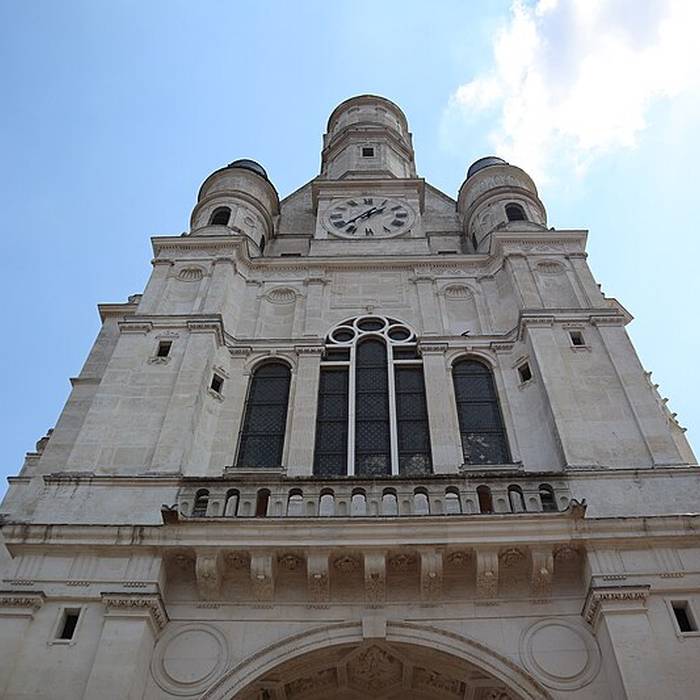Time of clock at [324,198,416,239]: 1:37
